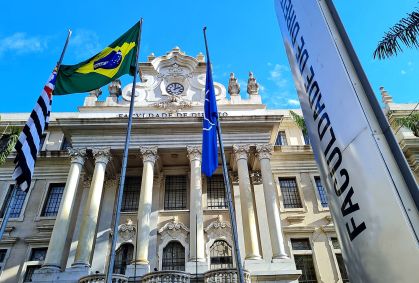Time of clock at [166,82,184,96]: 2:00
